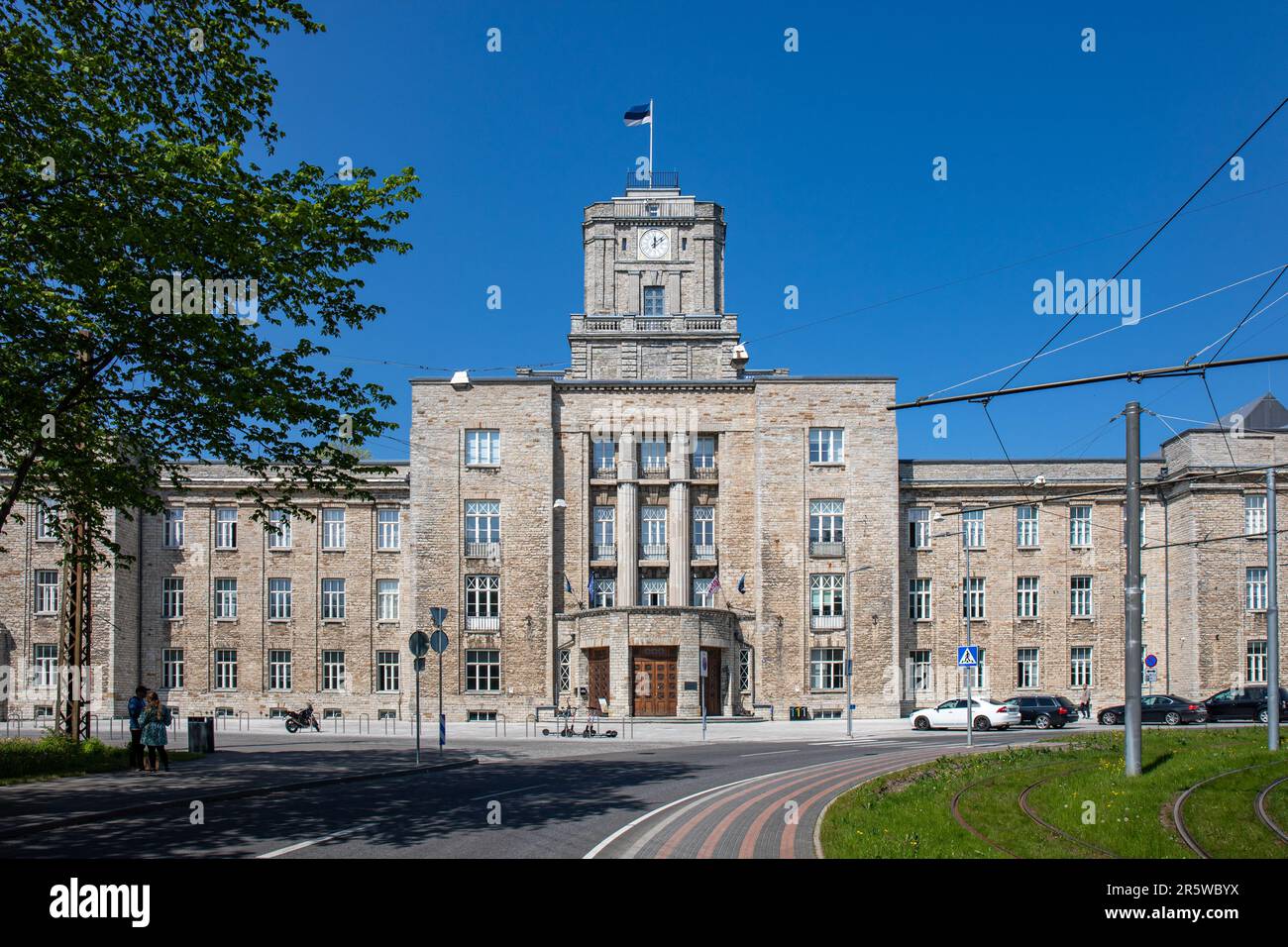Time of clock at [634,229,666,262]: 12:09
